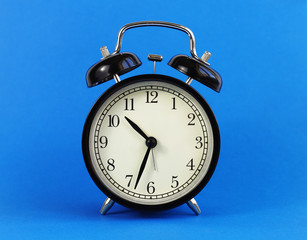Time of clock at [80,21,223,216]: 10:33
